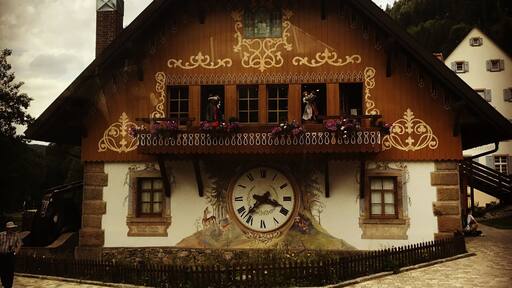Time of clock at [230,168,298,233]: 3:37
